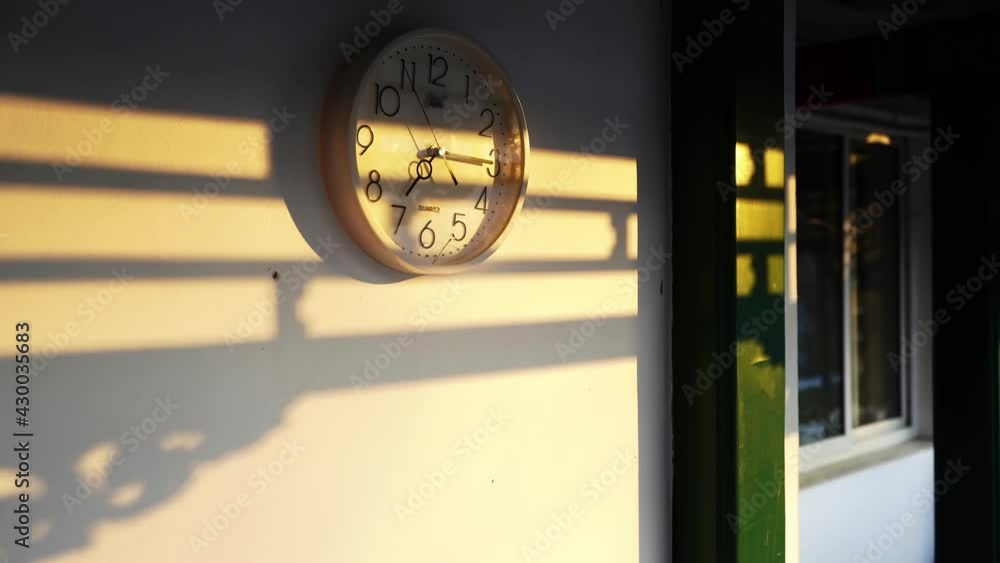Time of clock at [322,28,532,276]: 7:15
